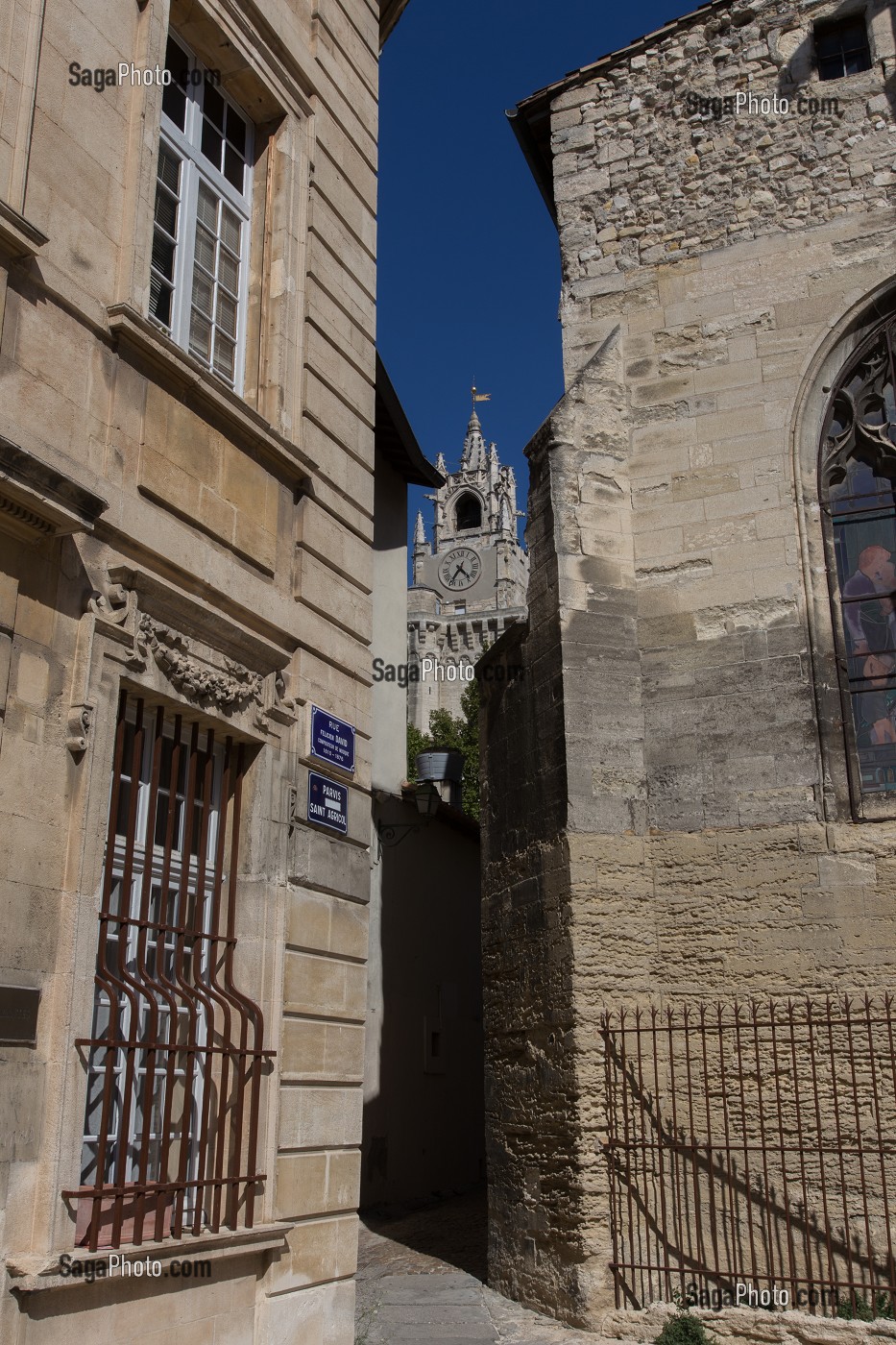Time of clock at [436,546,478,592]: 4:35
